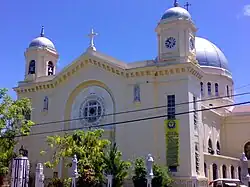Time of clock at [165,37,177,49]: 9:36
